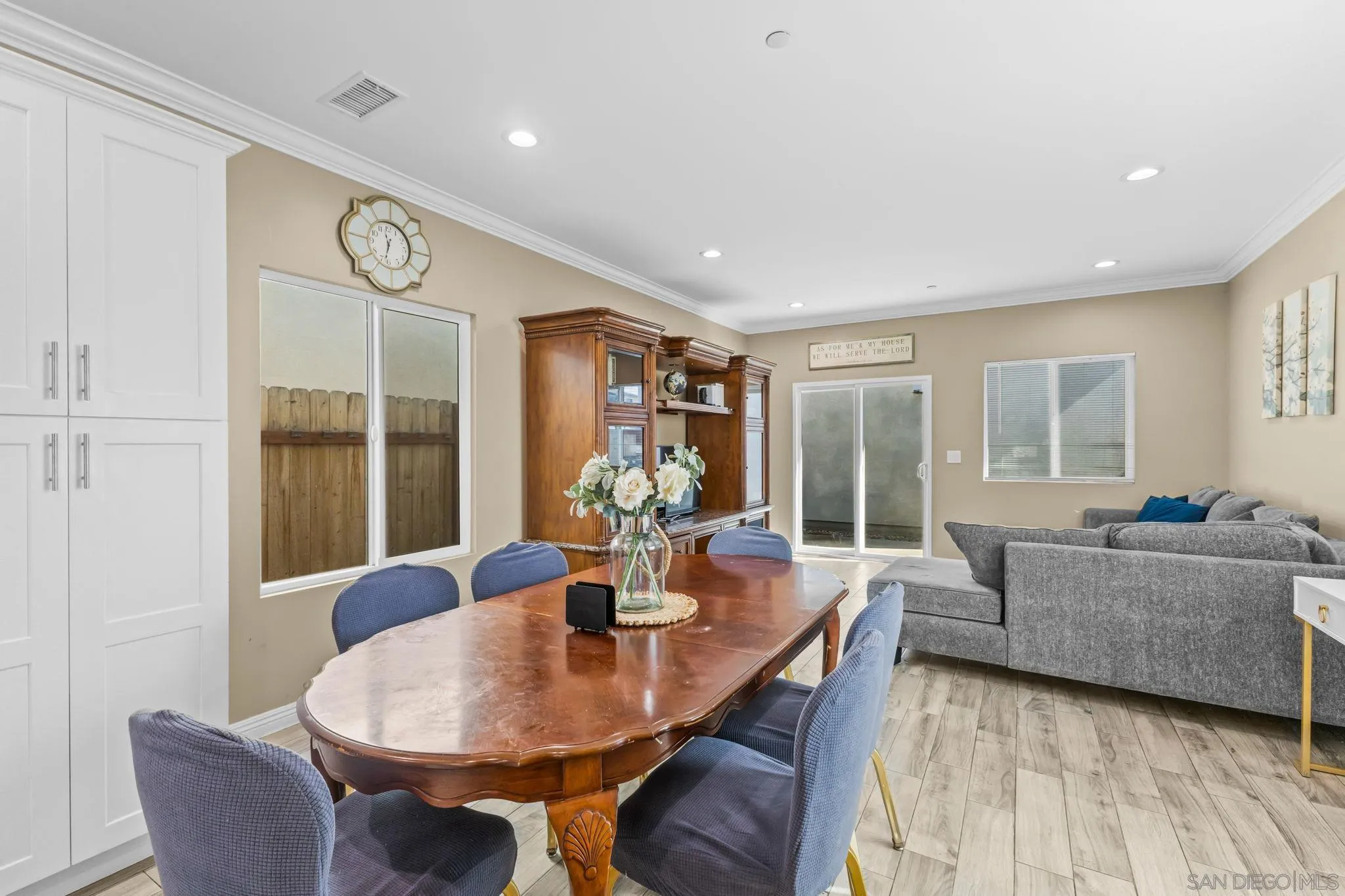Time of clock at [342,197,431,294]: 11:32
